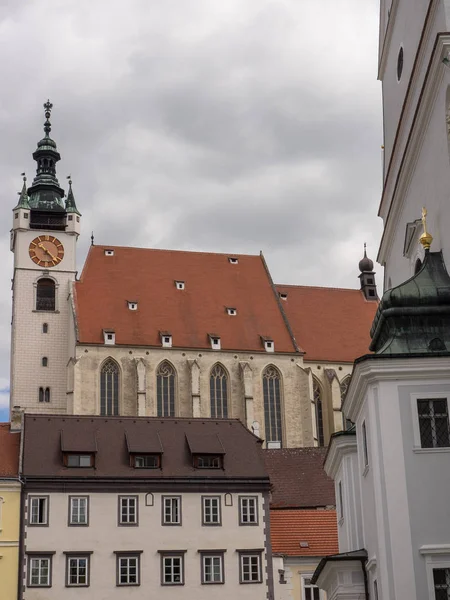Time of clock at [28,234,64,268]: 10:22
